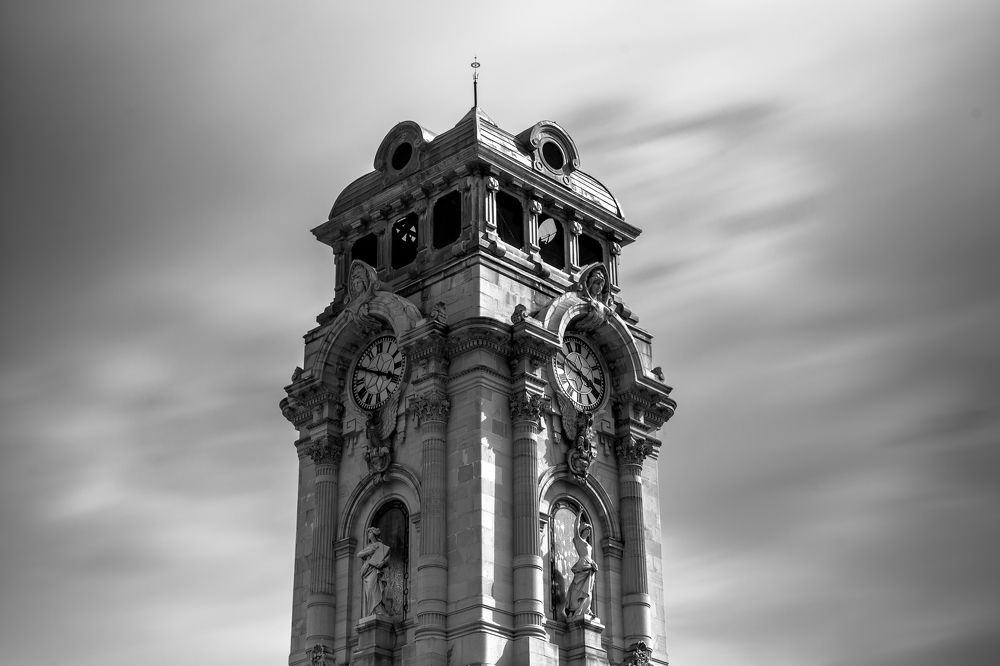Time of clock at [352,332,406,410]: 3:49
